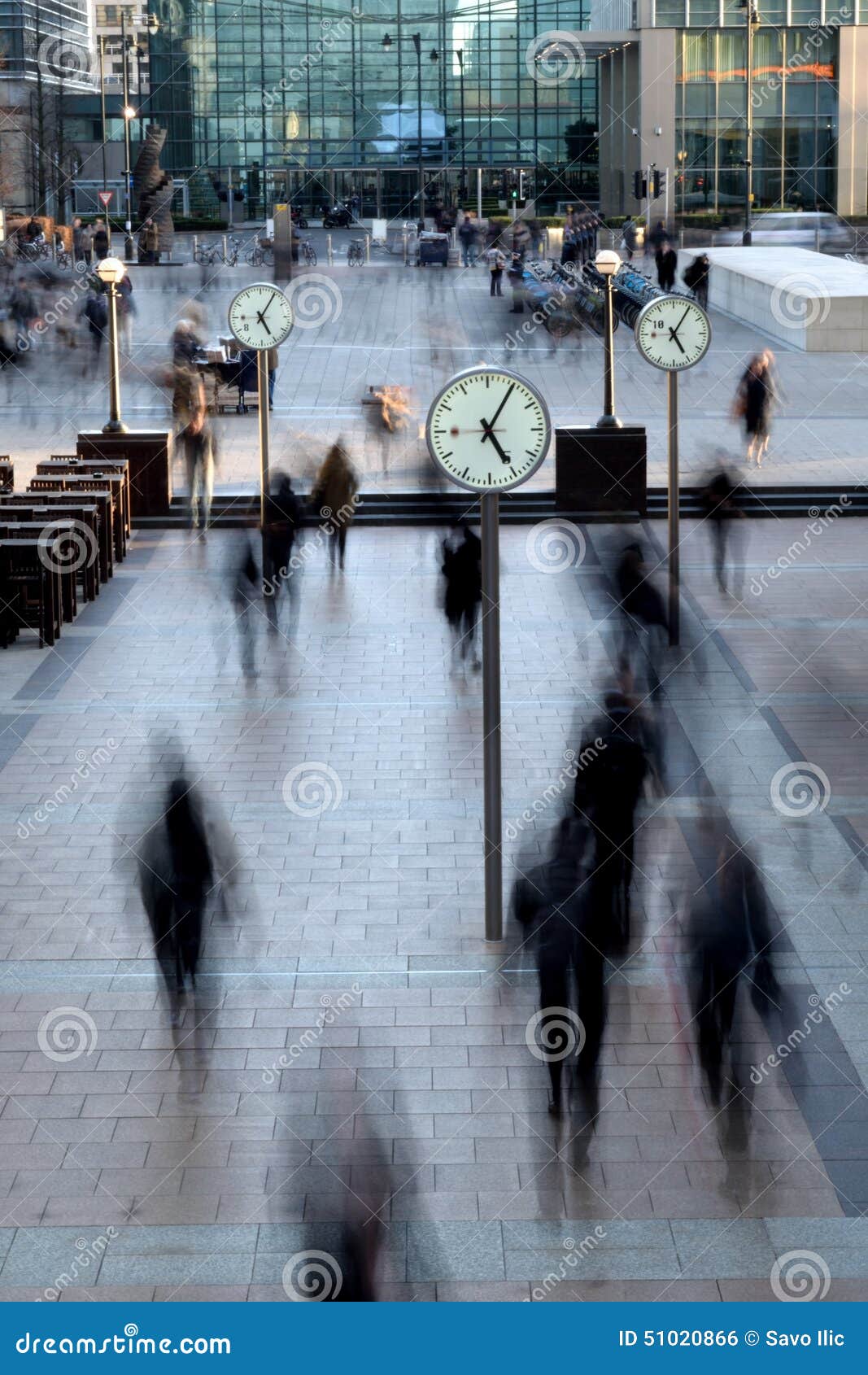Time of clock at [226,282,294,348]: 5:05
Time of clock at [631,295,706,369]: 5:05
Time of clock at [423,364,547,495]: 5:05
